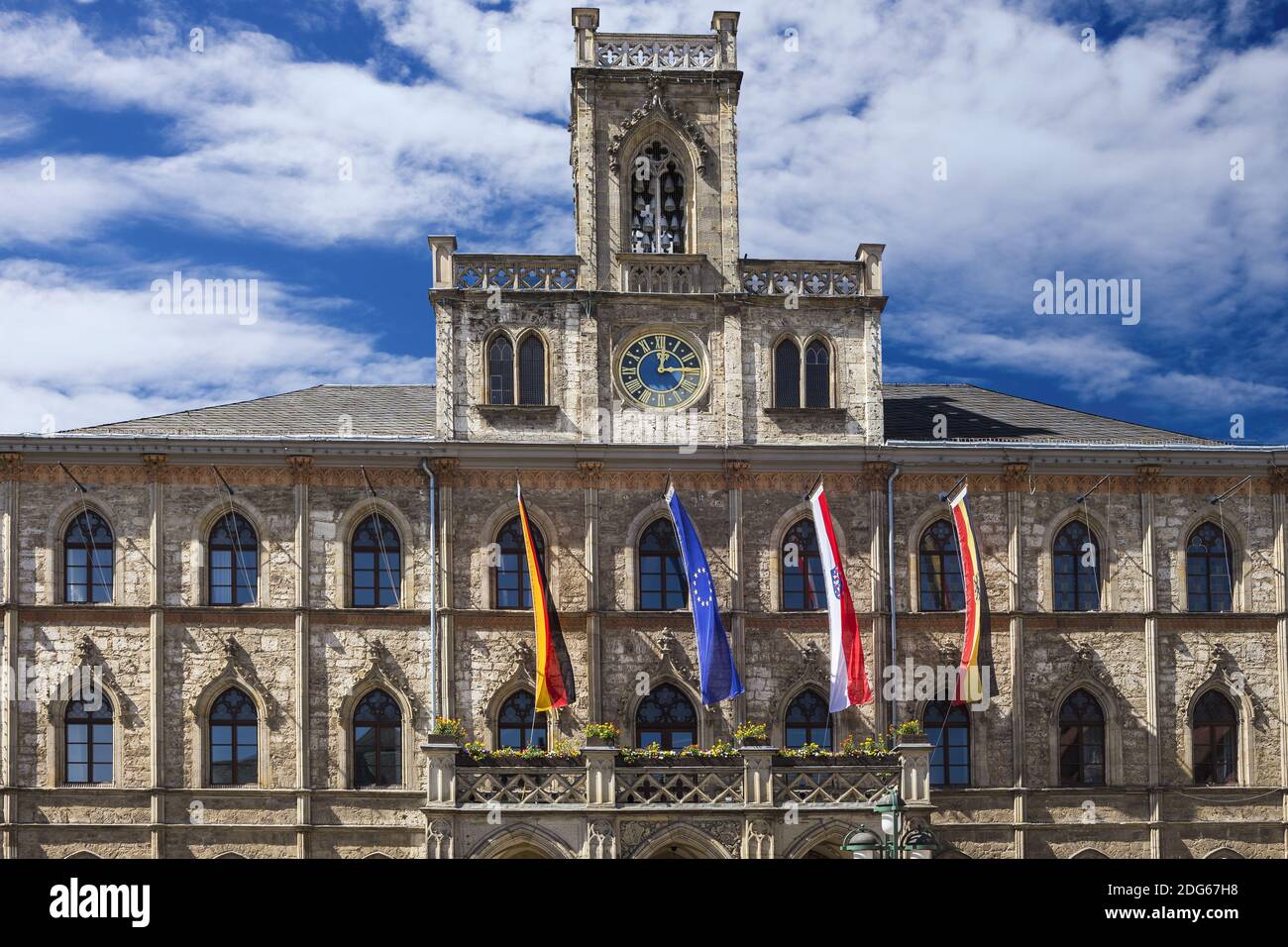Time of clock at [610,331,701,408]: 12:13
